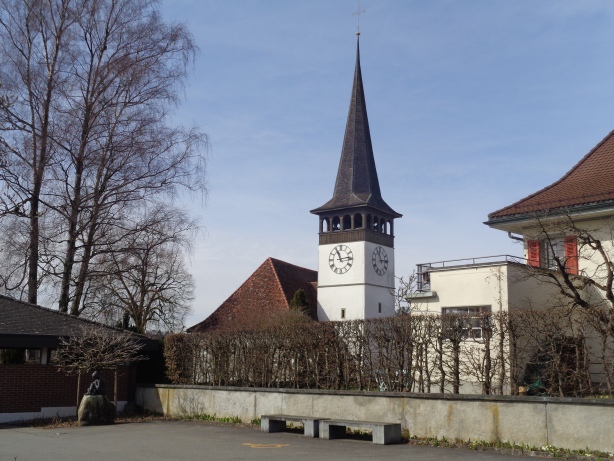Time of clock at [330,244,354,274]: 11:13
